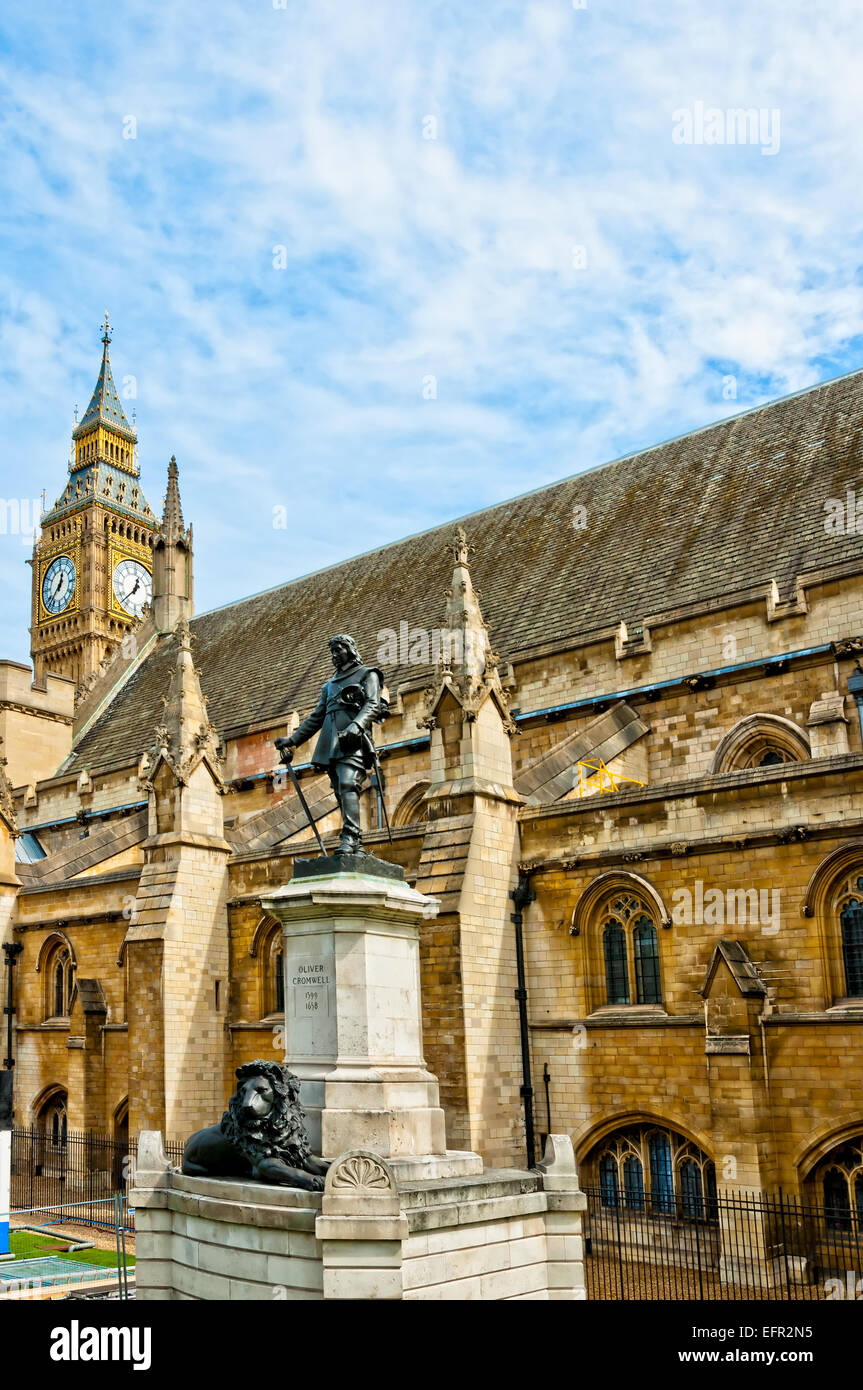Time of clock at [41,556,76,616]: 12:37
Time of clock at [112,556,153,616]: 12:37
